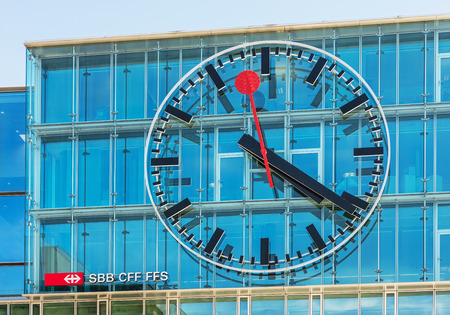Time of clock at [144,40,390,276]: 4:20
